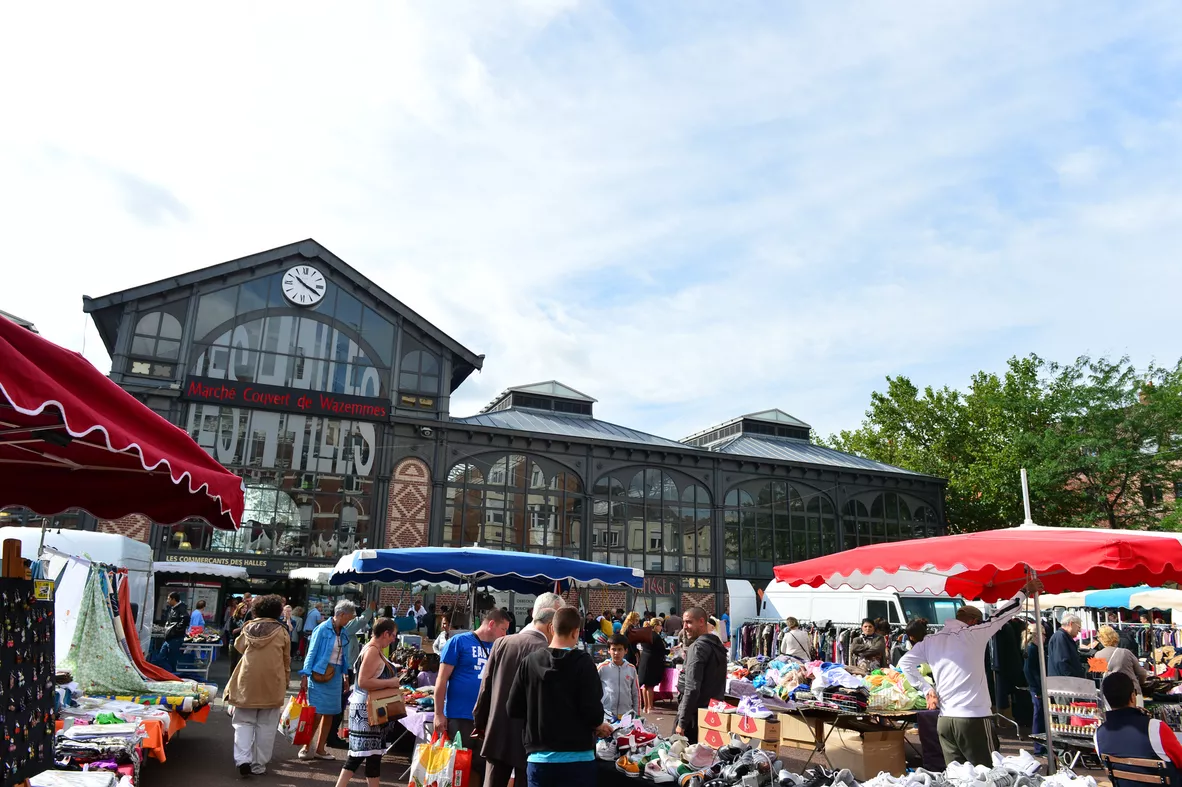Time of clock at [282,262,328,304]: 10:19
